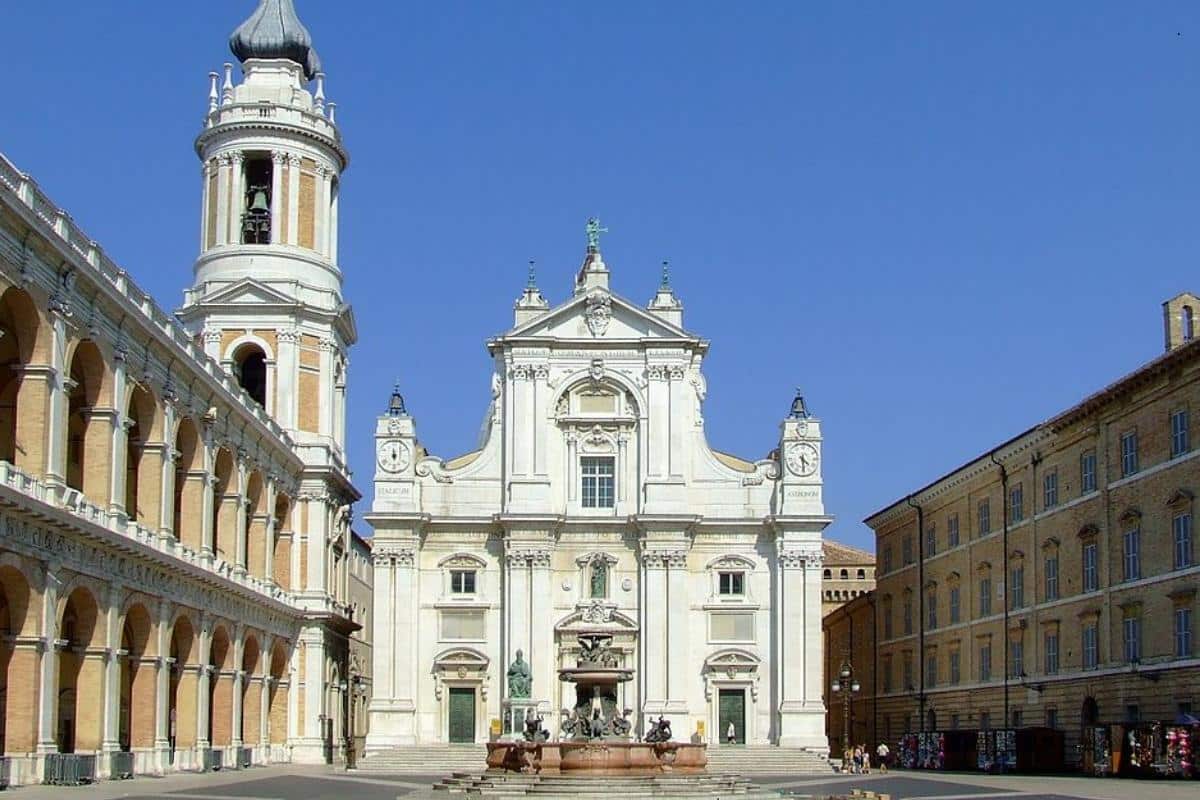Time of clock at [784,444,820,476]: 4:29
